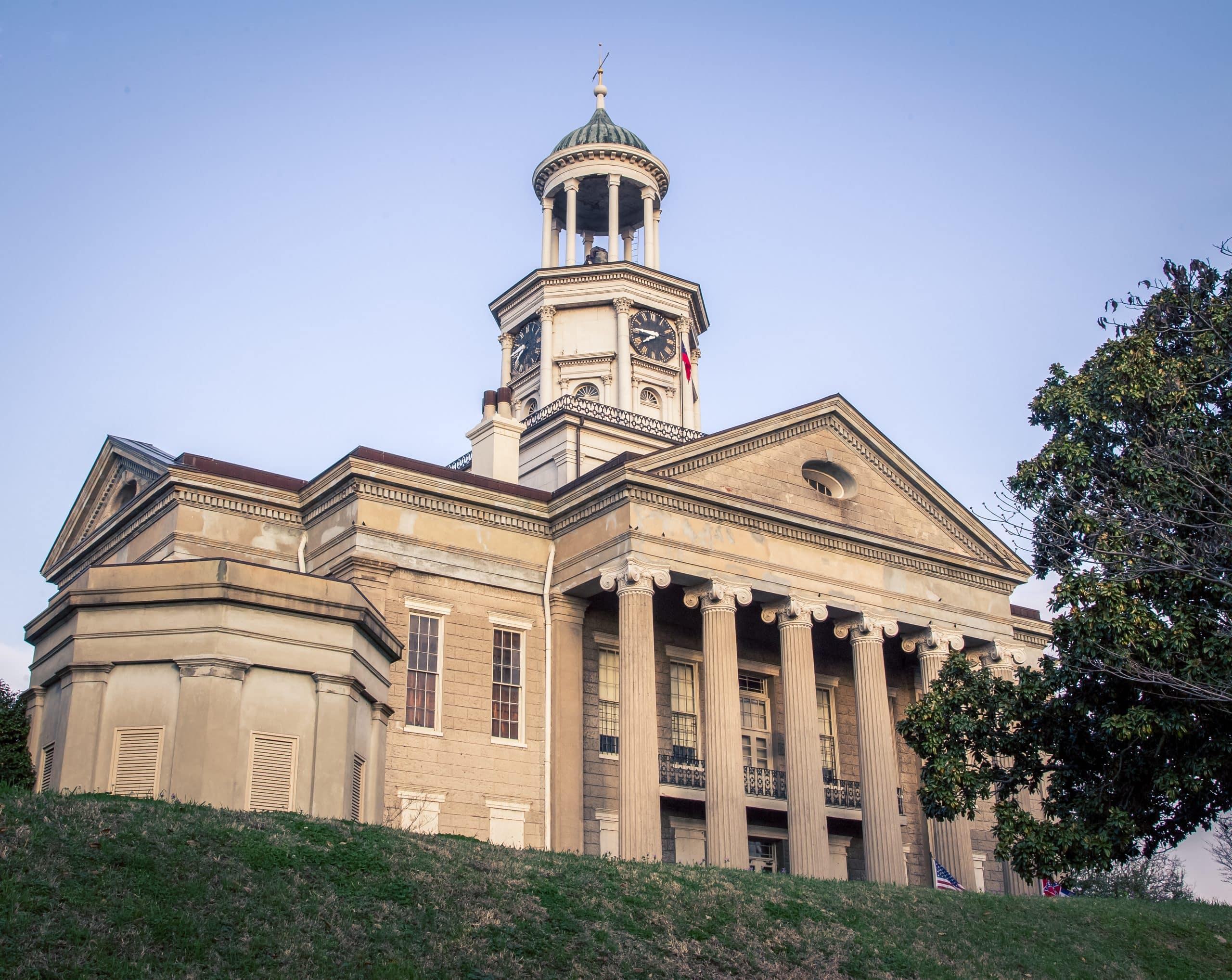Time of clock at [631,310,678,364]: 7:45
